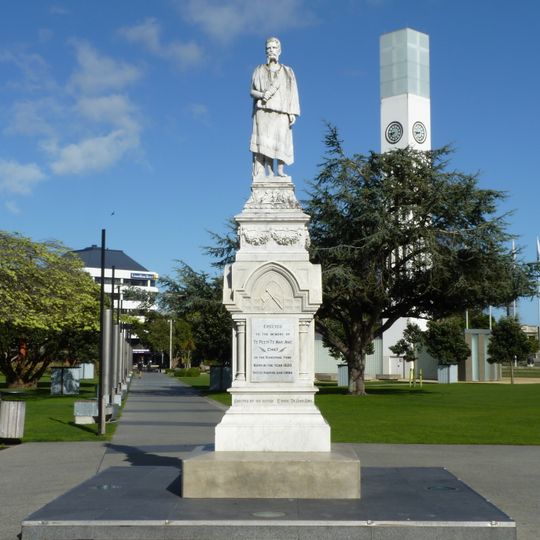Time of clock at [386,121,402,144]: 8:38
